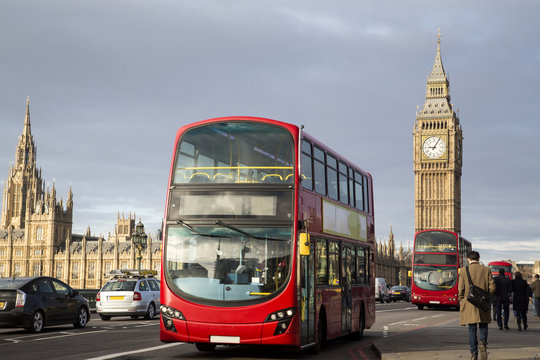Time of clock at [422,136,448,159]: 9:05
